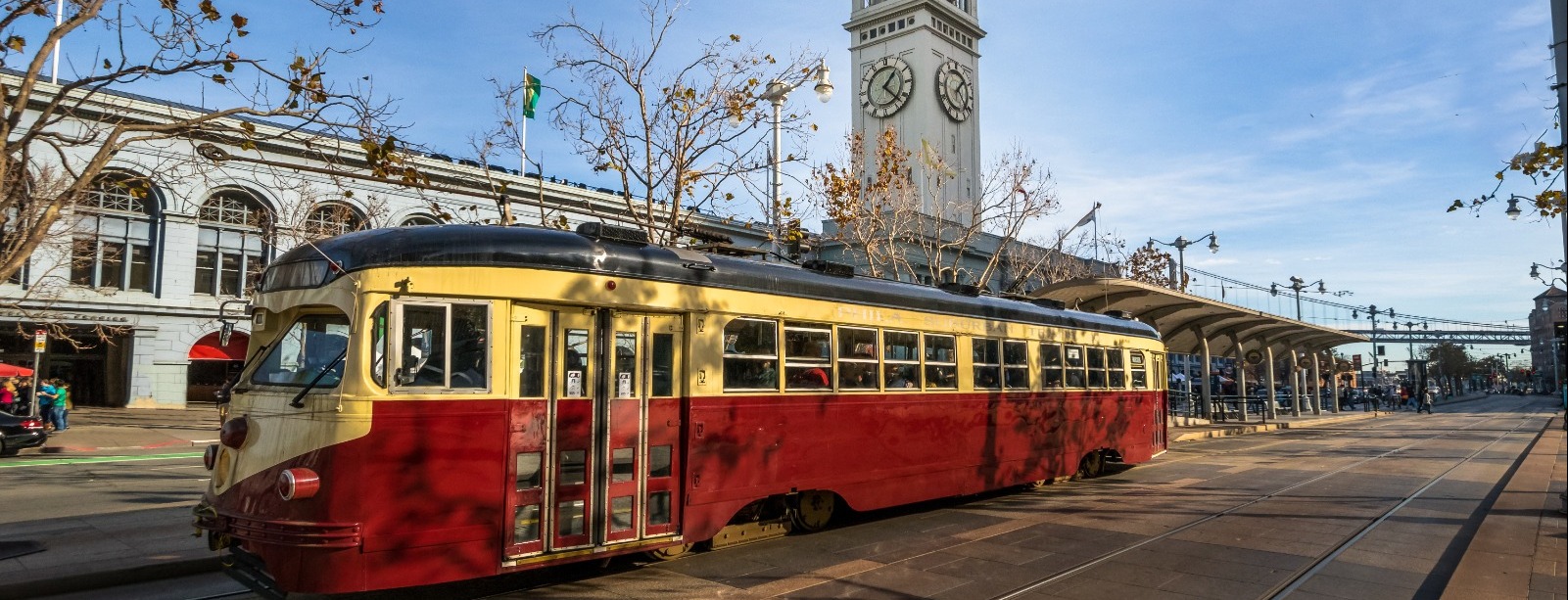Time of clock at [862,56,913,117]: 1:22
